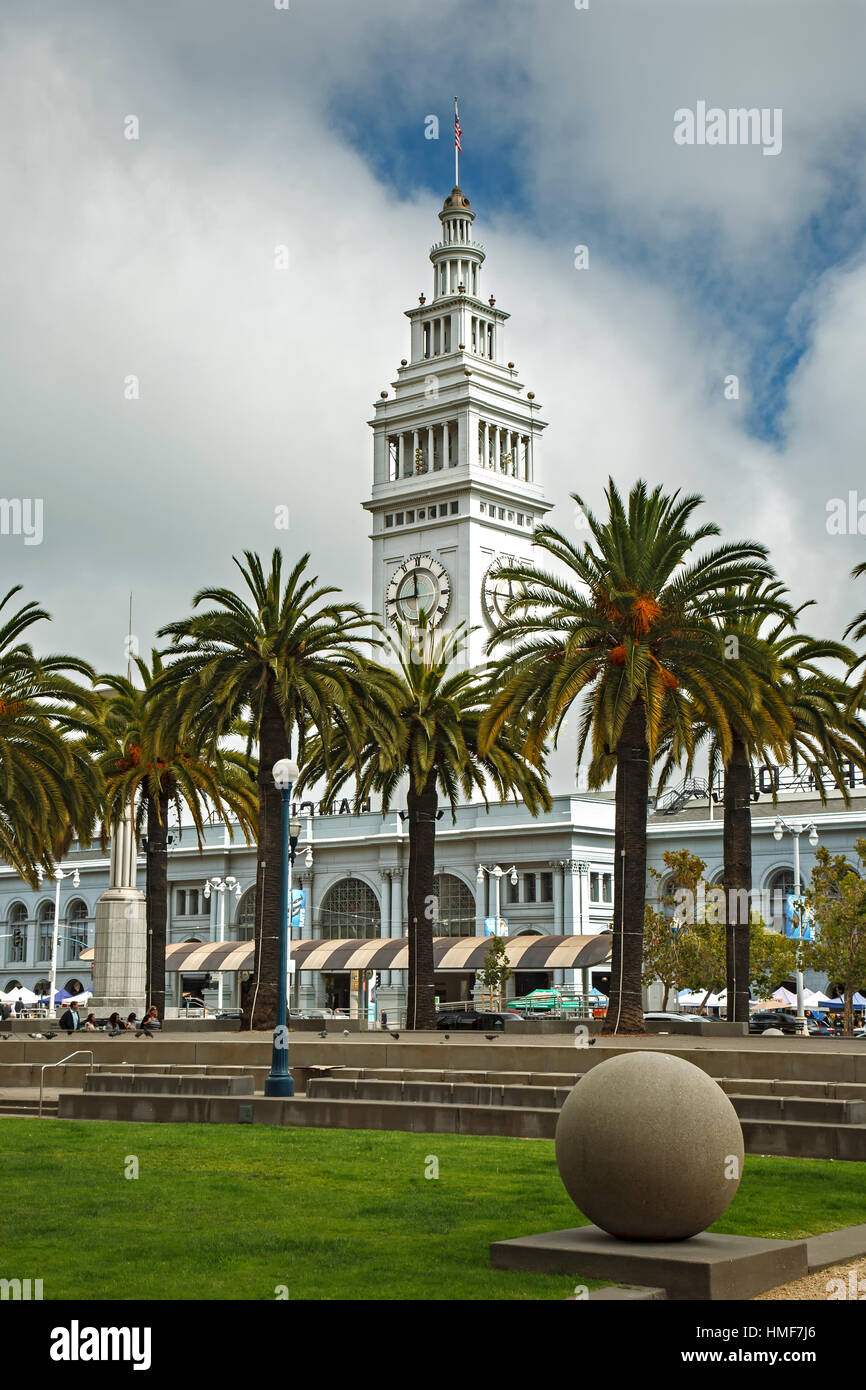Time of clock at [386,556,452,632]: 11:44
